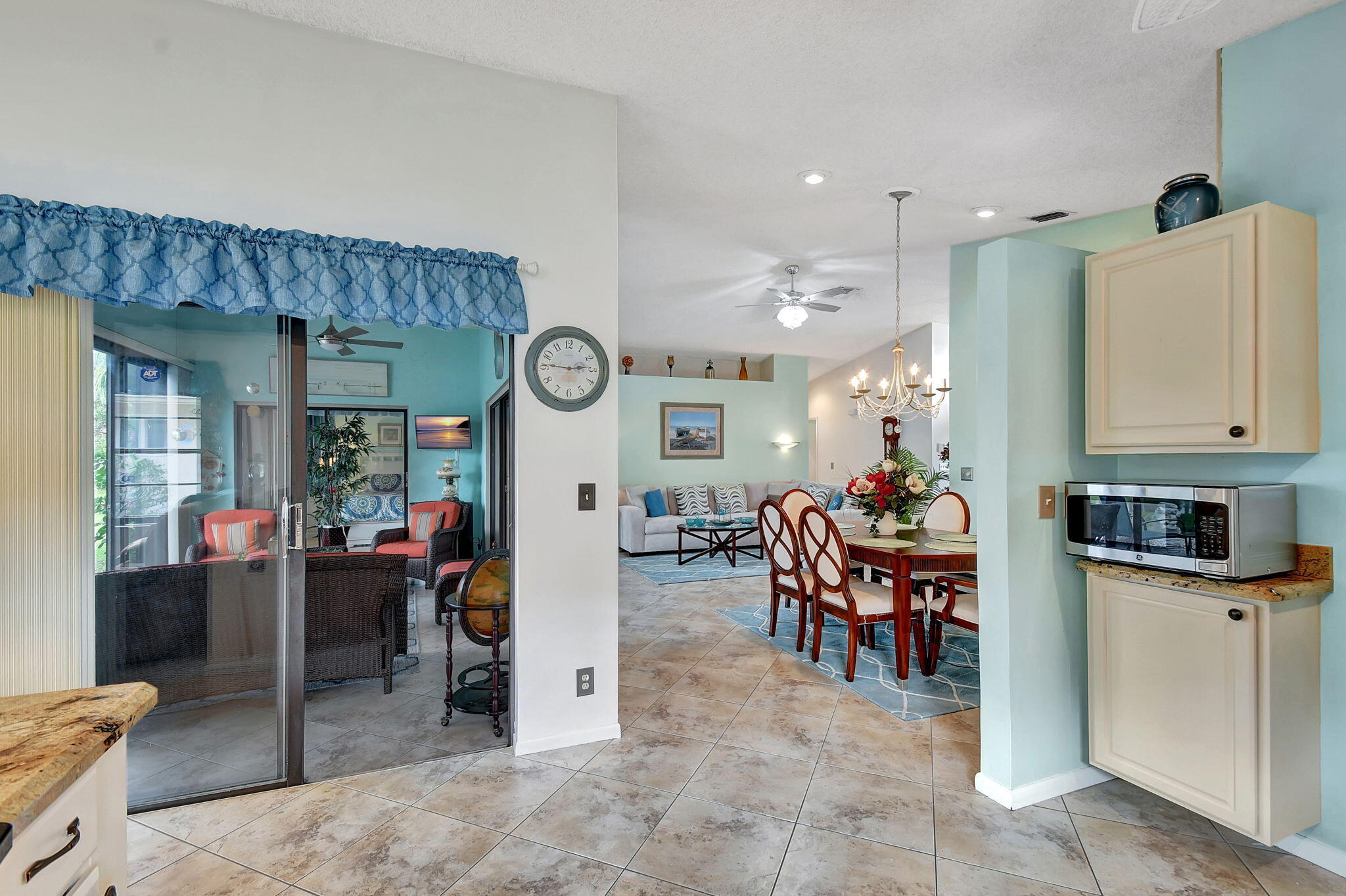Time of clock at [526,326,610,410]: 2:46
